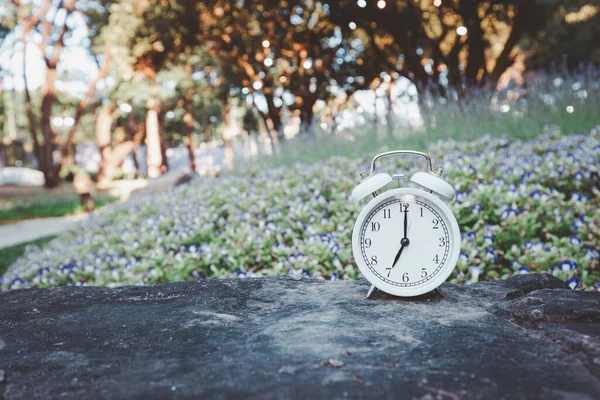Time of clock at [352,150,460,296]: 7:00
